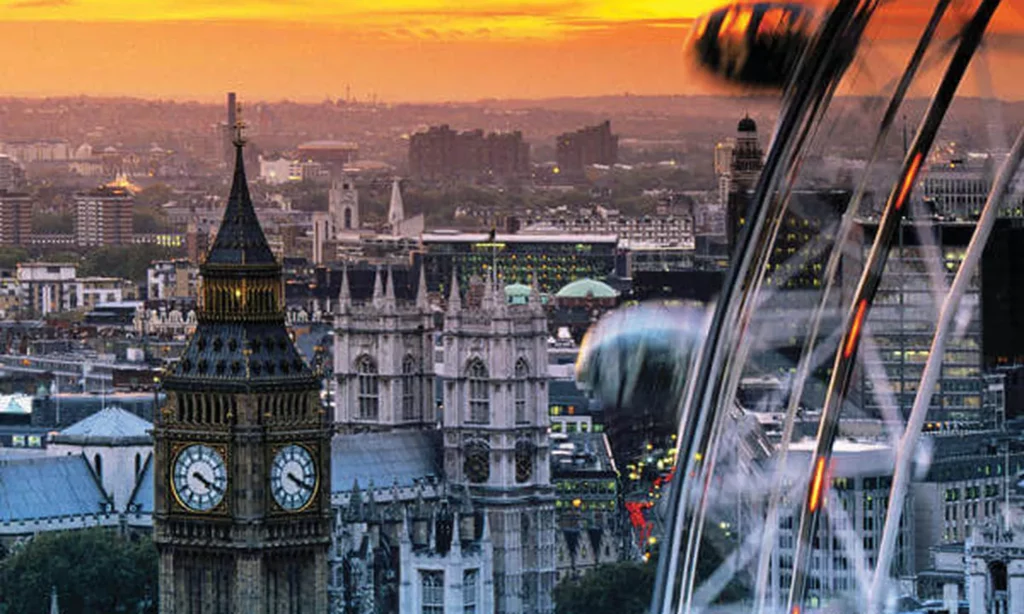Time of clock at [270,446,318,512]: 4:19
